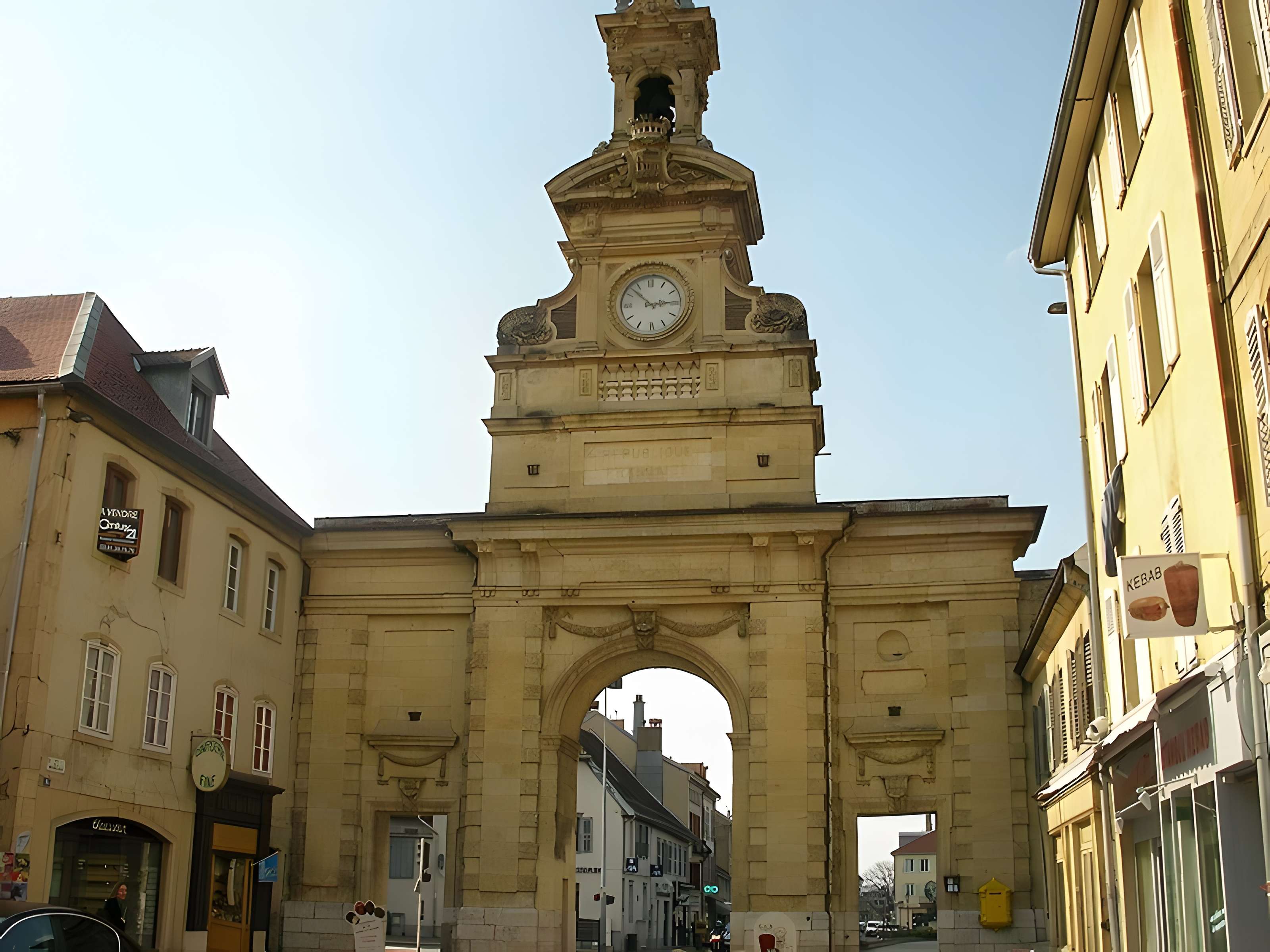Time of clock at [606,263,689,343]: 2:52
